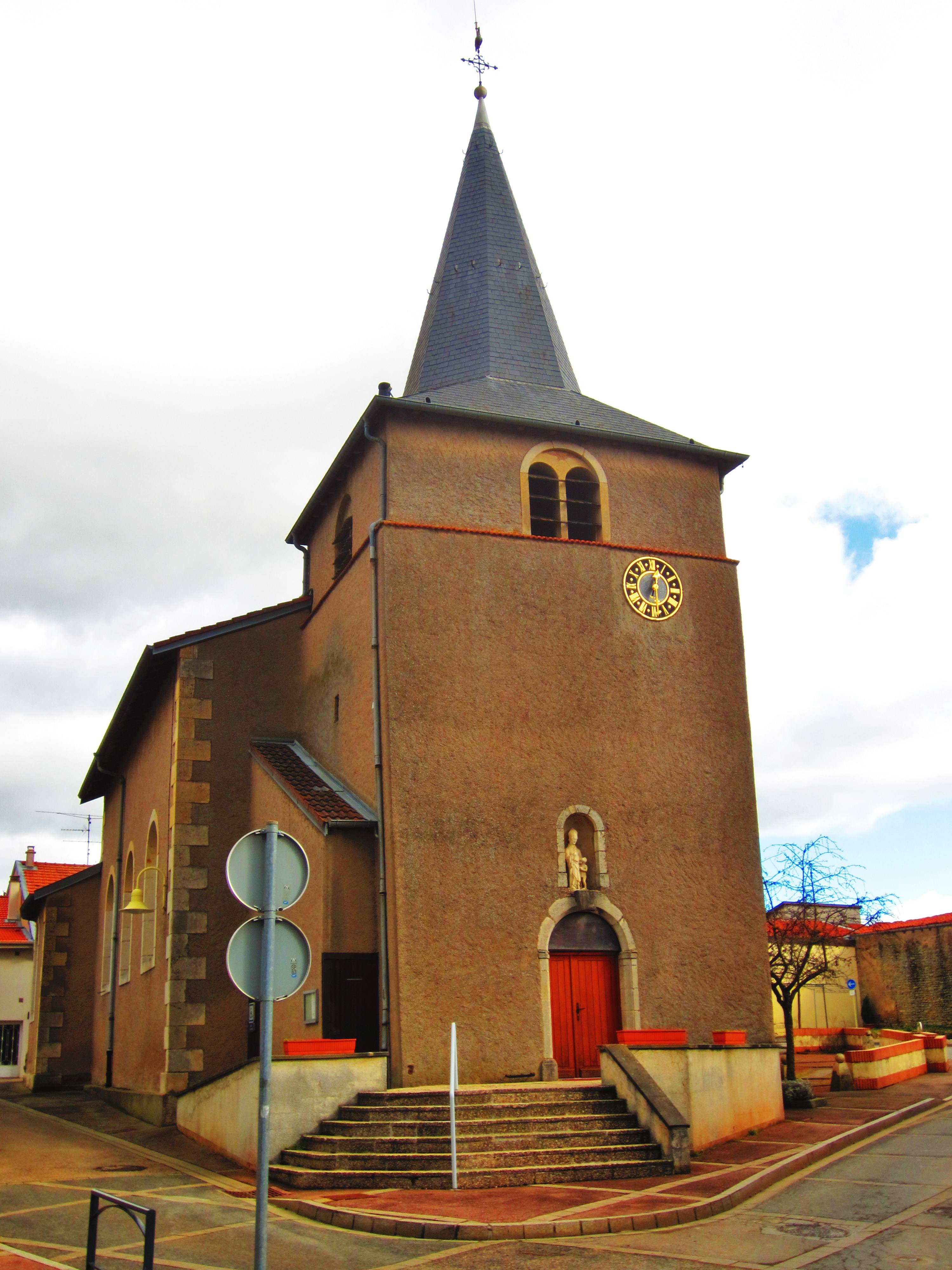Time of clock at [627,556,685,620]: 12:28
